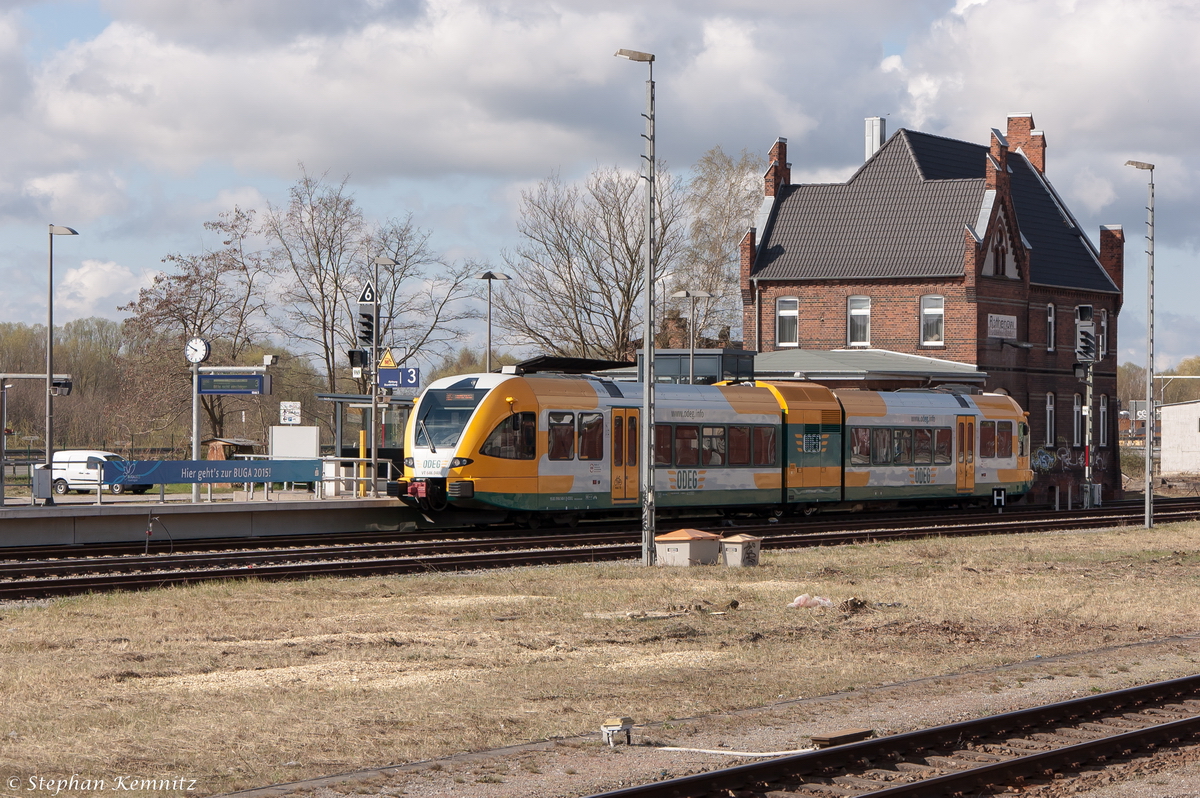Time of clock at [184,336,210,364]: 9:50
